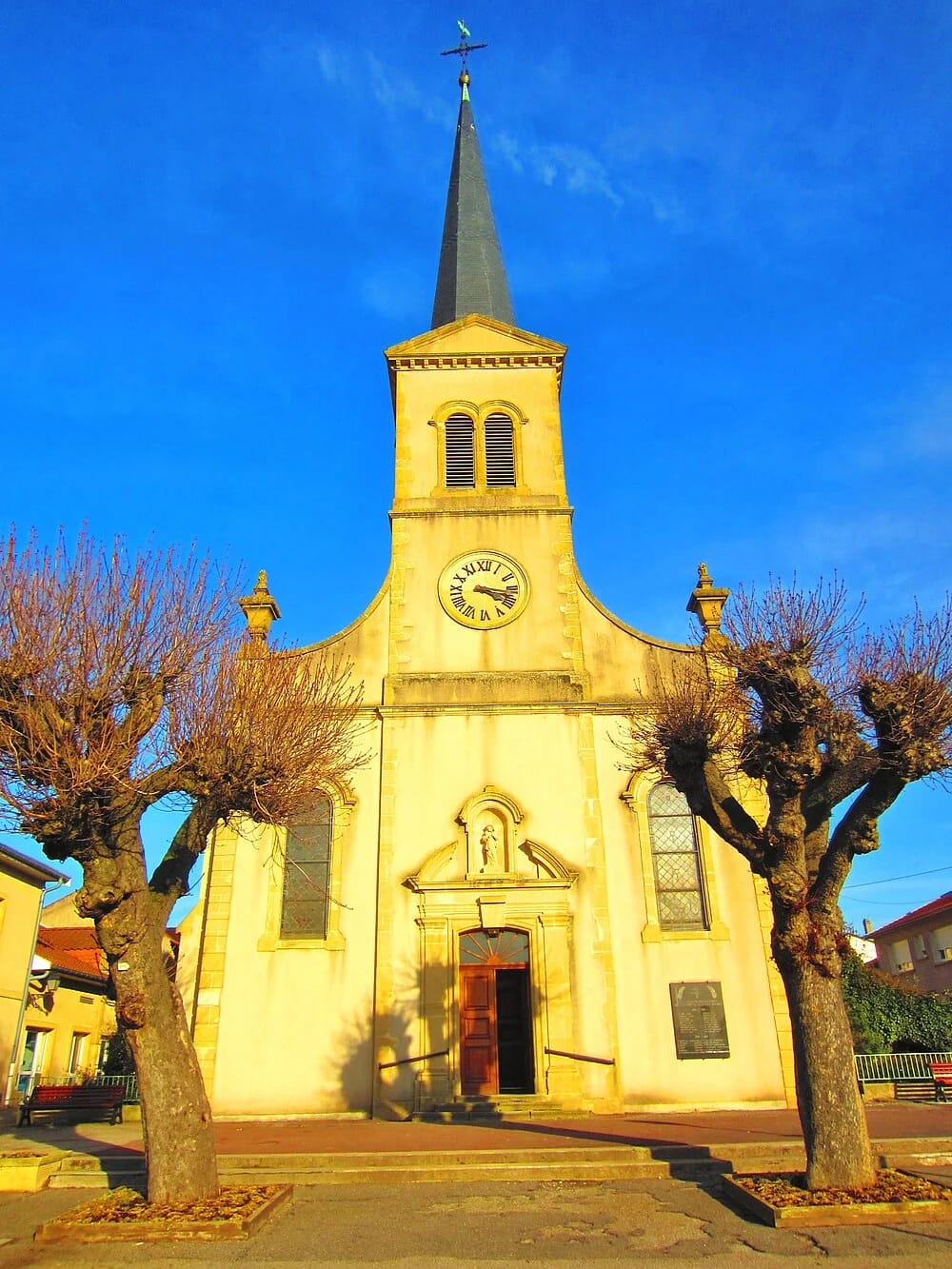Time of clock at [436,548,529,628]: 4:16
